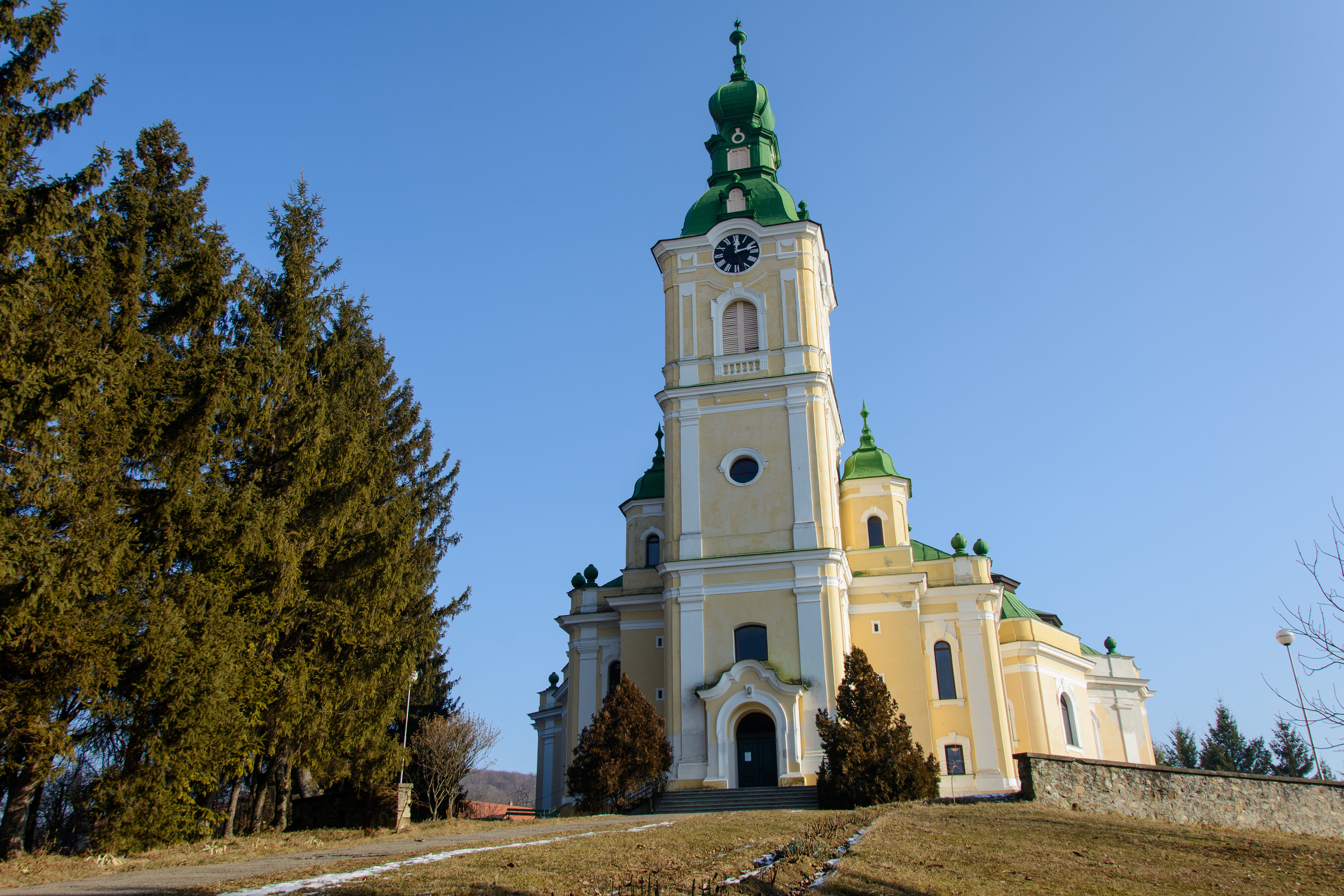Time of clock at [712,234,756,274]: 12:12
